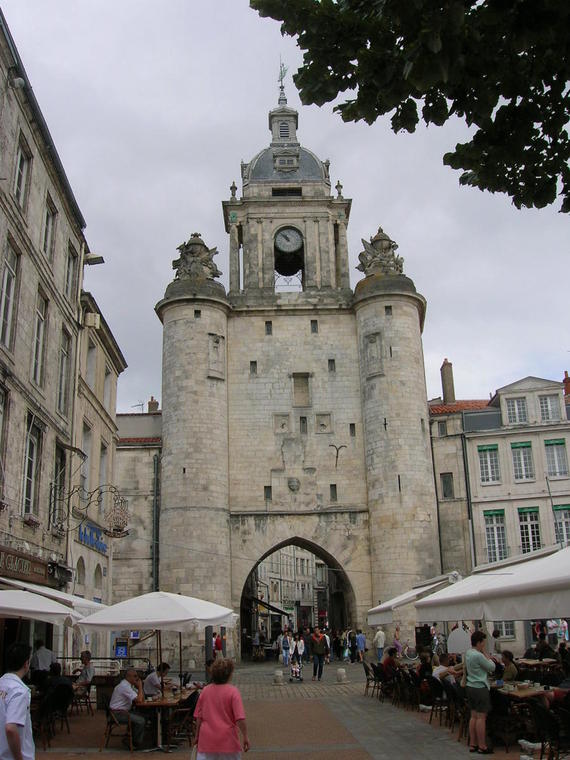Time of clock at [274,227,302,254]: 10:52
